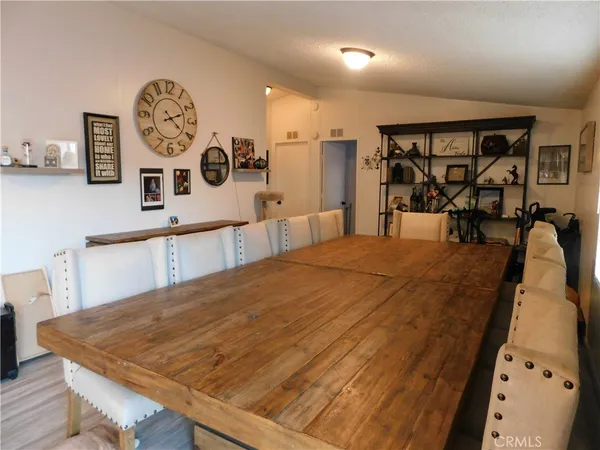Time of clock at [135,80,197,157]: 2:21
